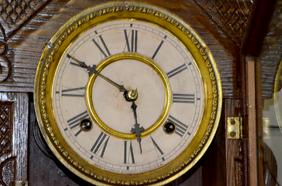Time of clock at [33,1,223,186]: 5:50
